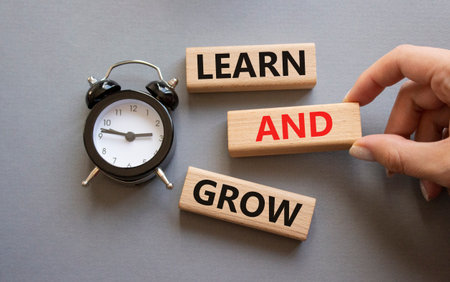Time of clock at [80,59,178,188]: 2:46
